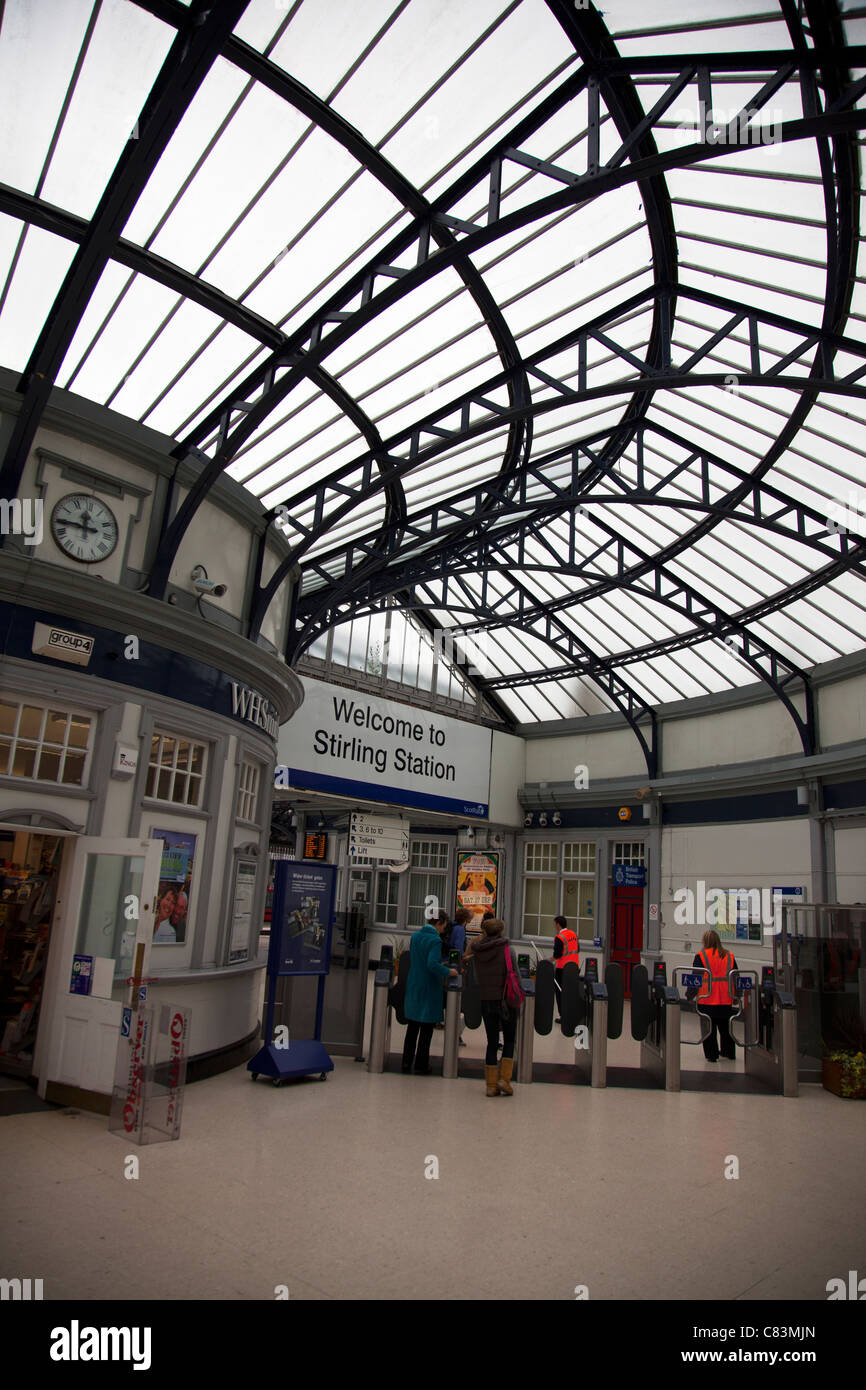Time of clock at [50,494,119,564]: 11:44
